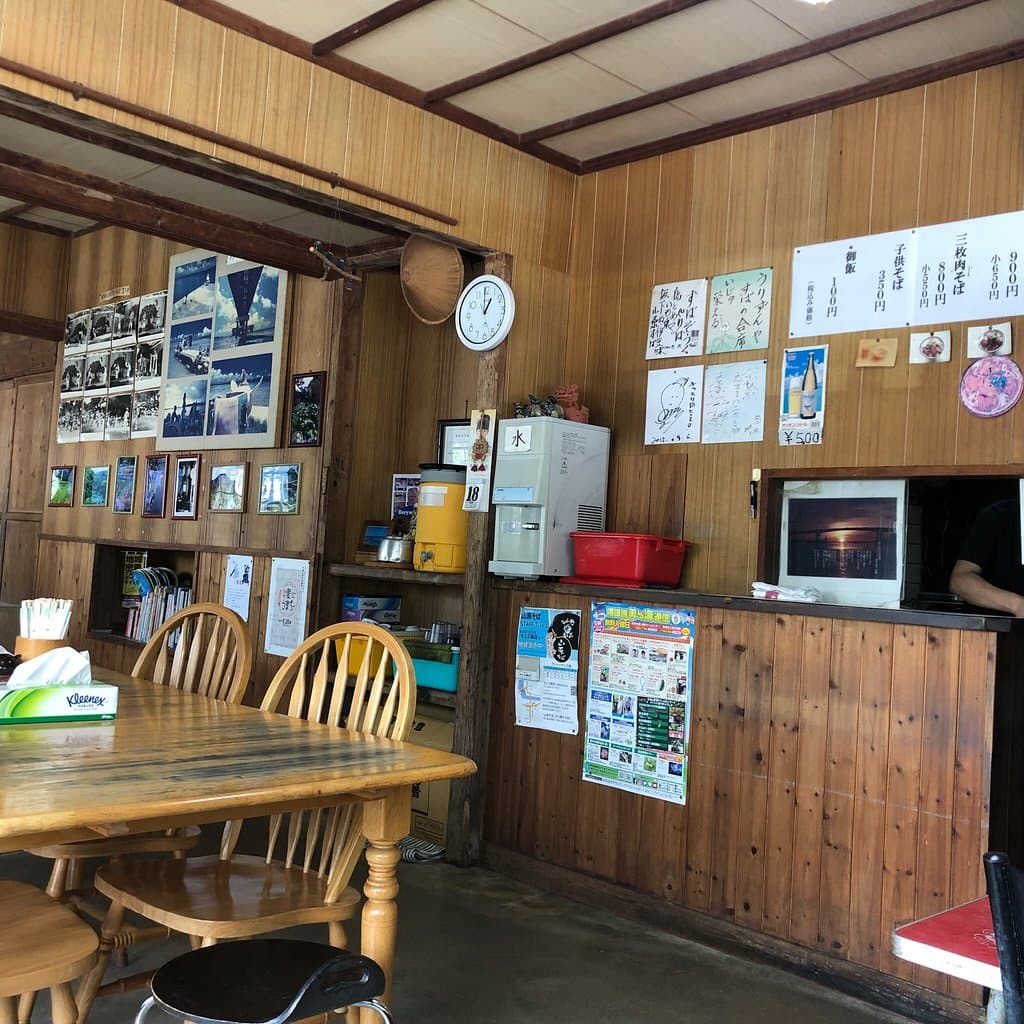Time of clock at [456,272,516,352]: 12:59
